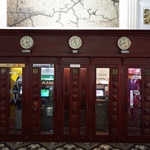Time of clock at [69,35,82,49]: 11:25
